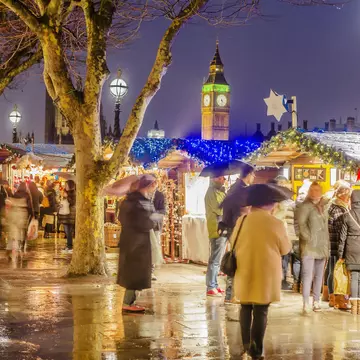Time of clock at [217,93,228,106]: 4:28
